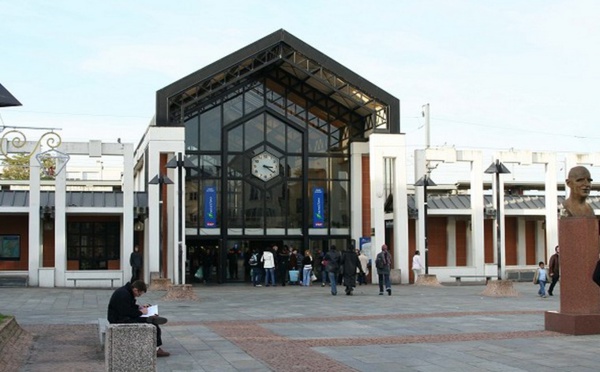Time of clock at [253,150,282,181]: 3:21
